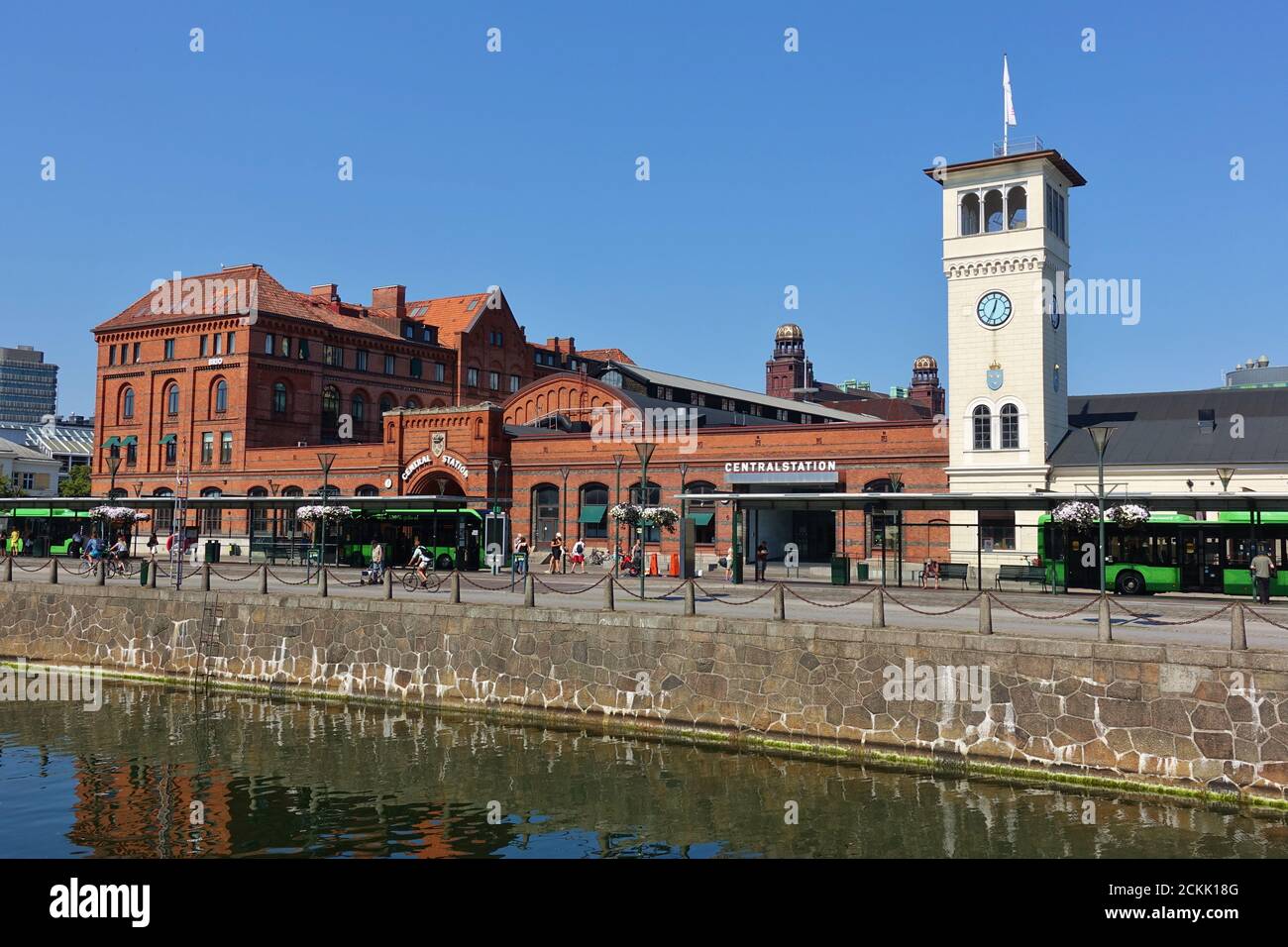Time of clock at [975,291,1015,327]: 12:34
